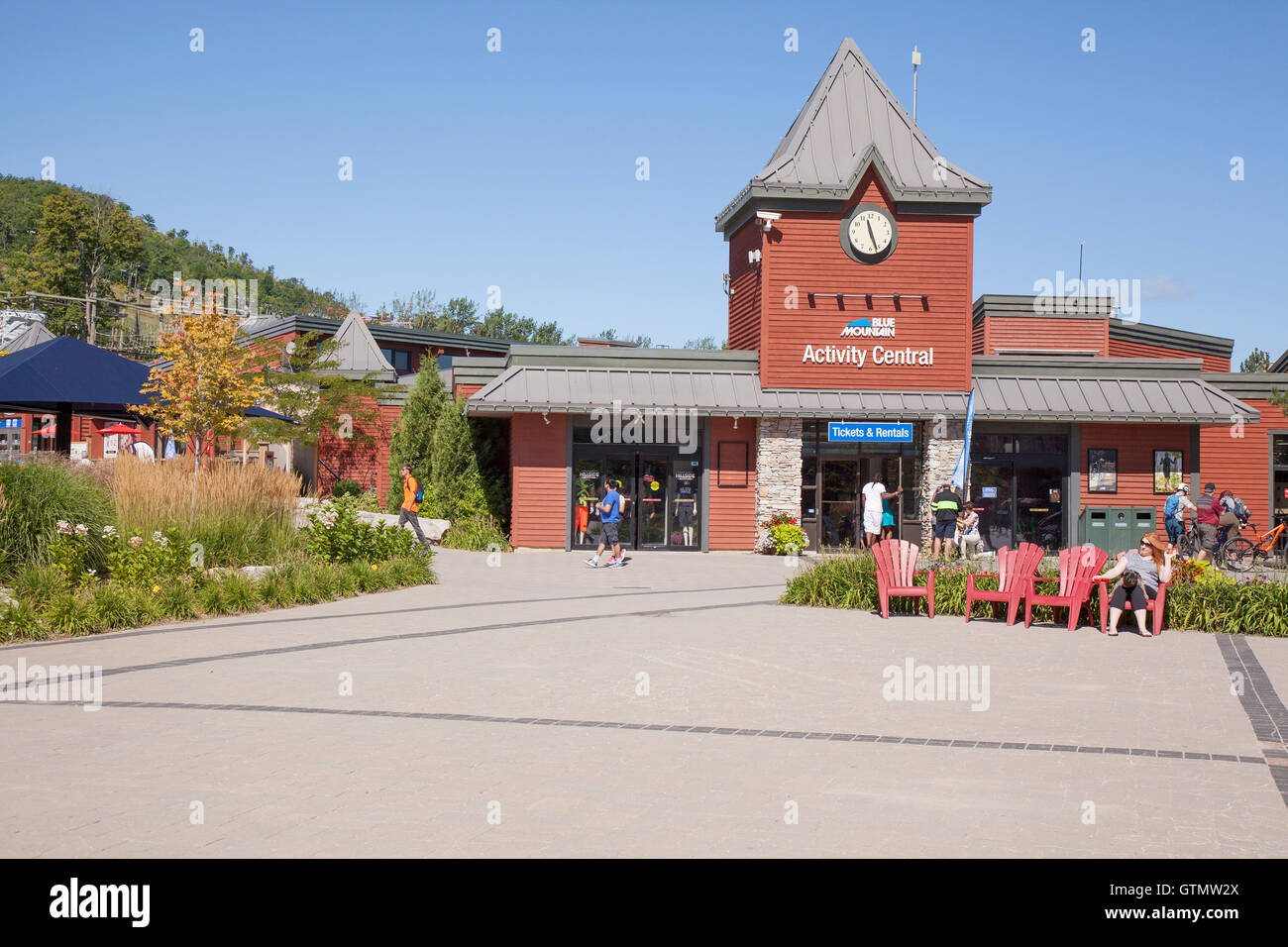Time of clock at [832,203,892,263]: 11:26
